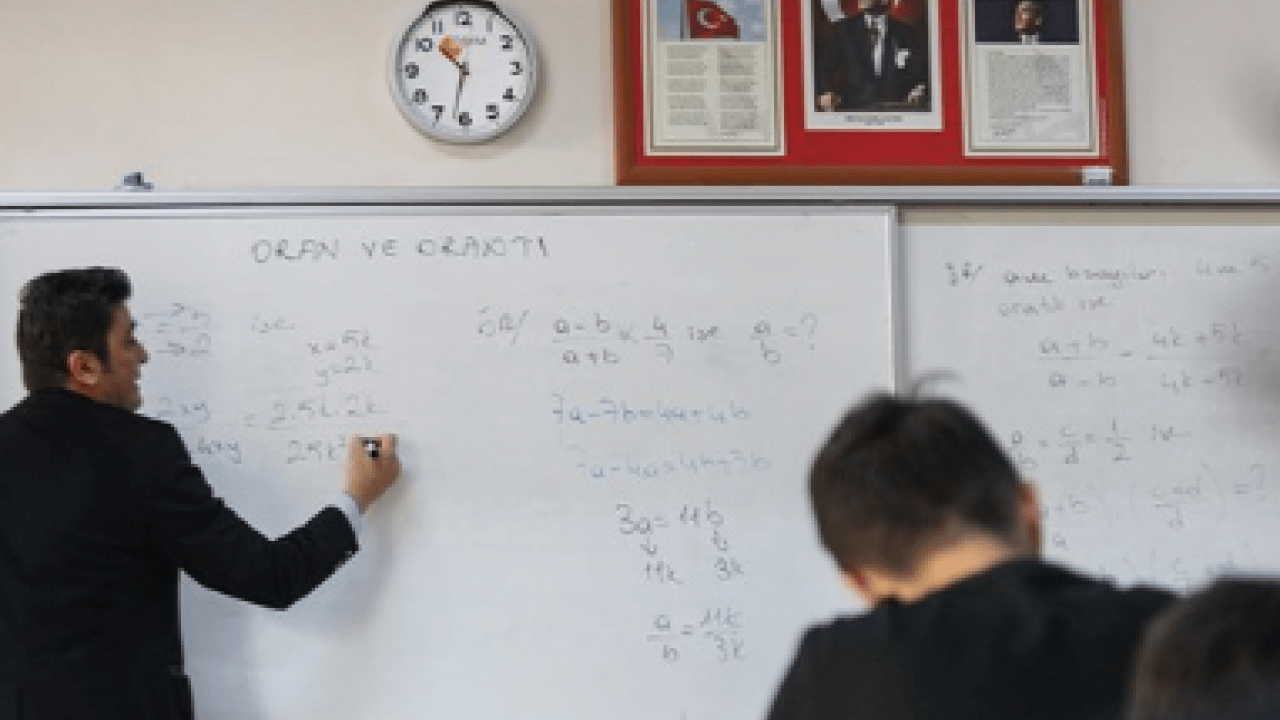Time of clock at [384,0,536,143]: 10:31
